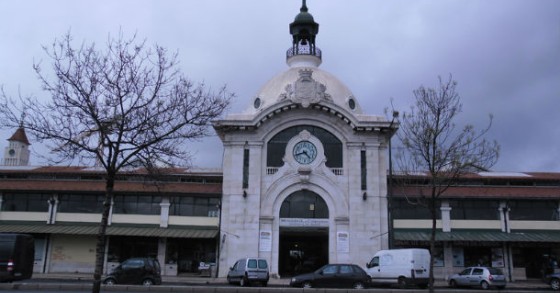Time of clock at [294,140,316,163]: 4:42
